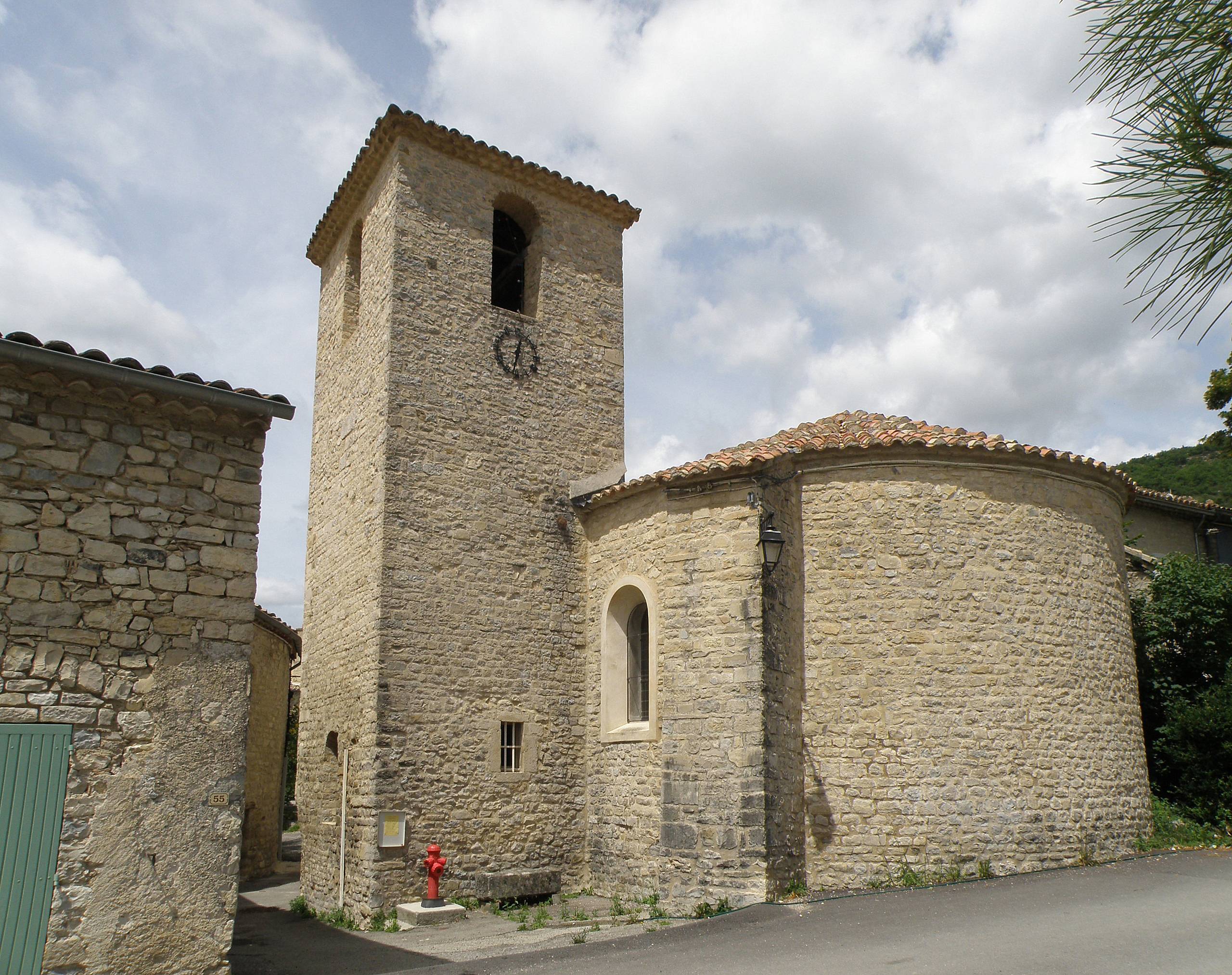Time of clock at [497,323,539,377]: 12:32
